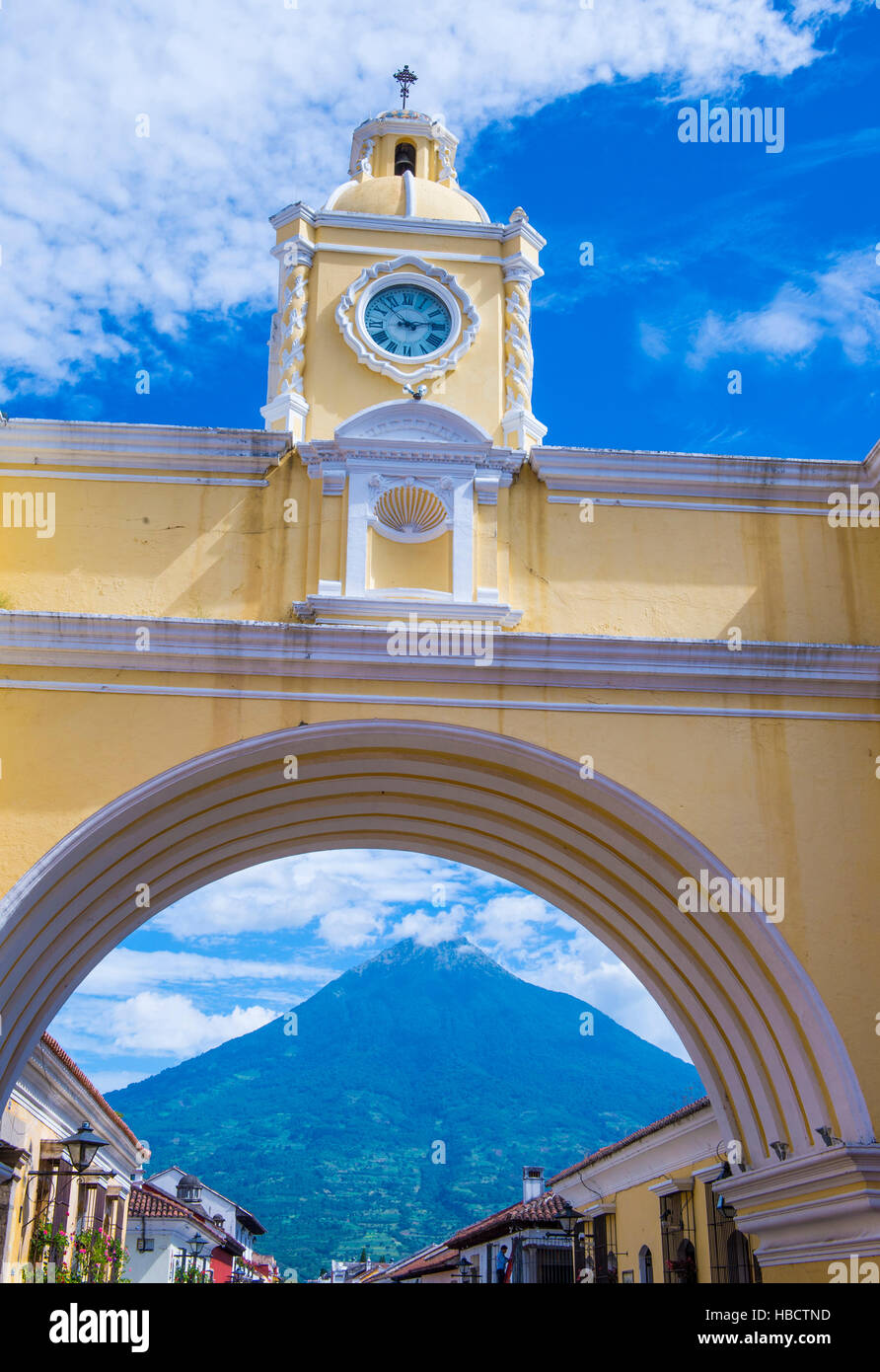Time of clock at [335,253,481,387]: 2:53
